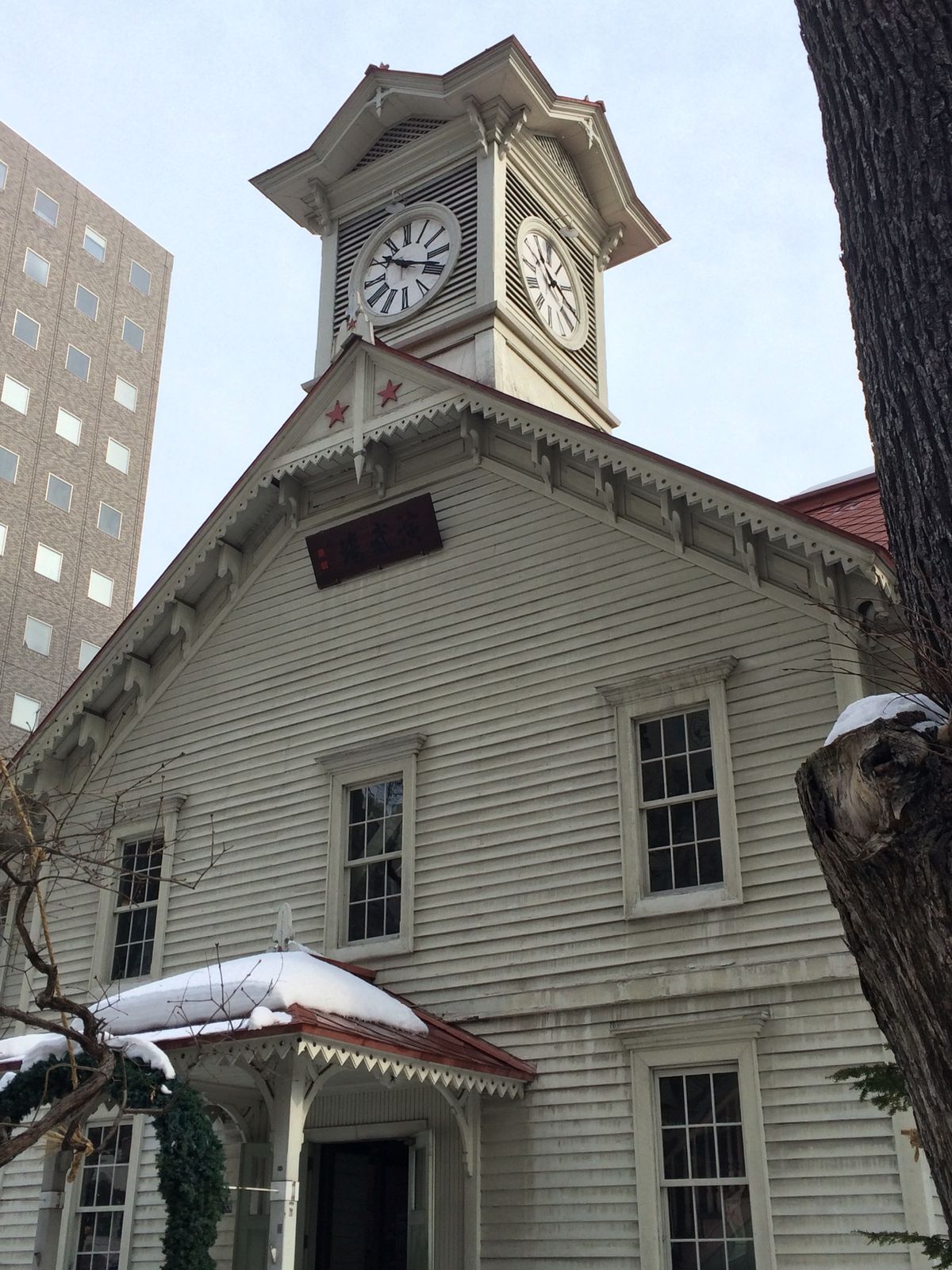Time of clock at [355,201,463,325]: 10:18
